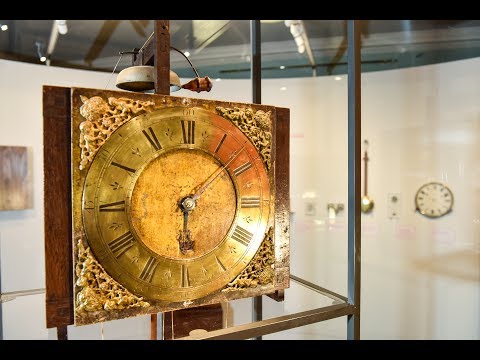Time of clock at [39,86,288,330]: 6:08
